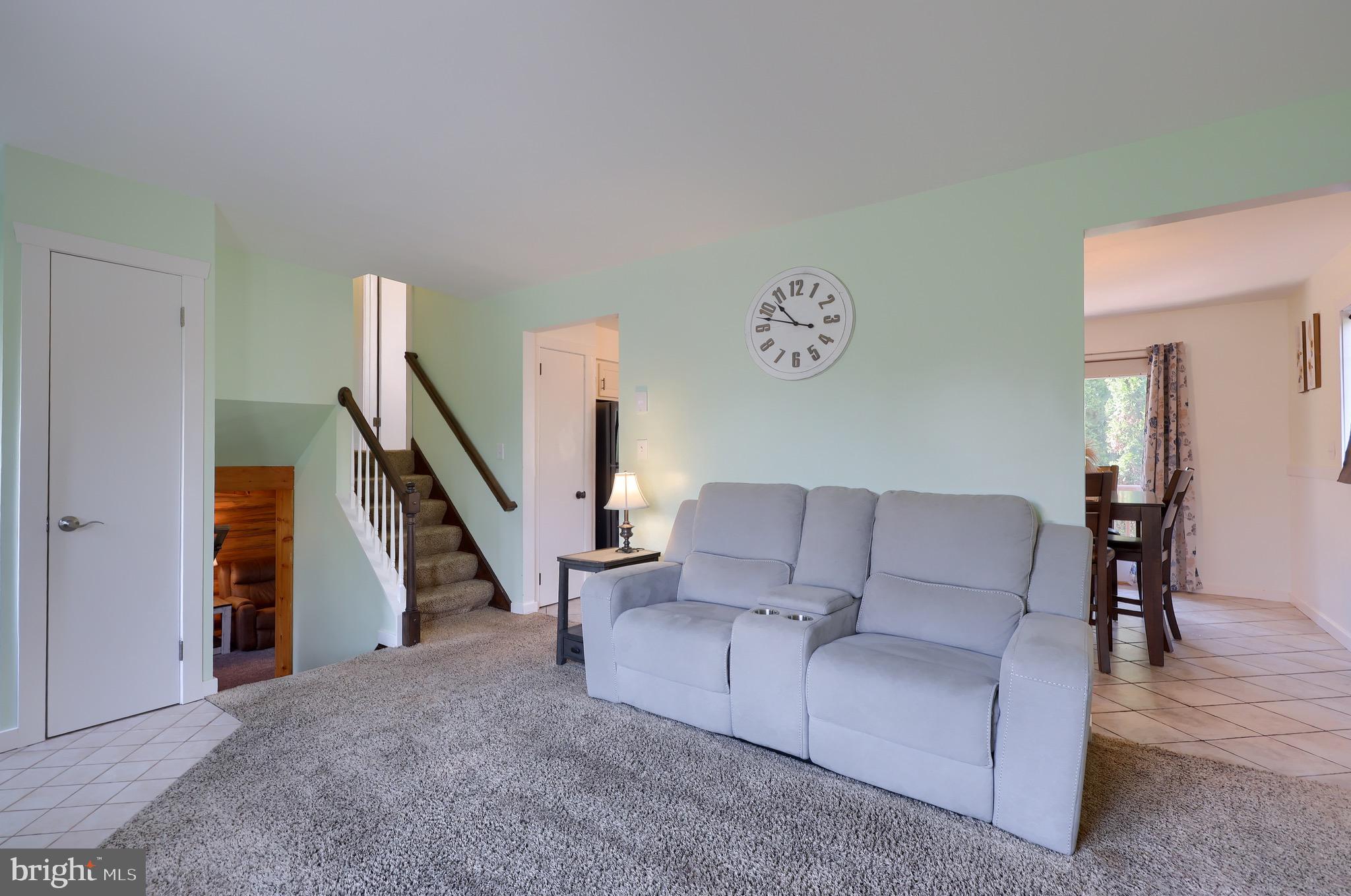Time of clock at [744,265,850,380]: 10:47
